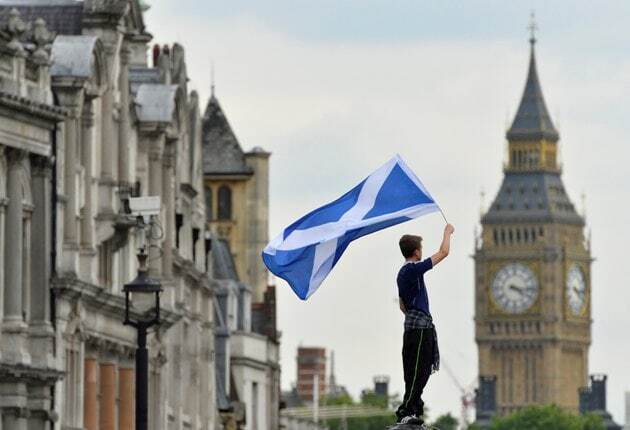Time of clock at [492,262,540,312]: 4:16
